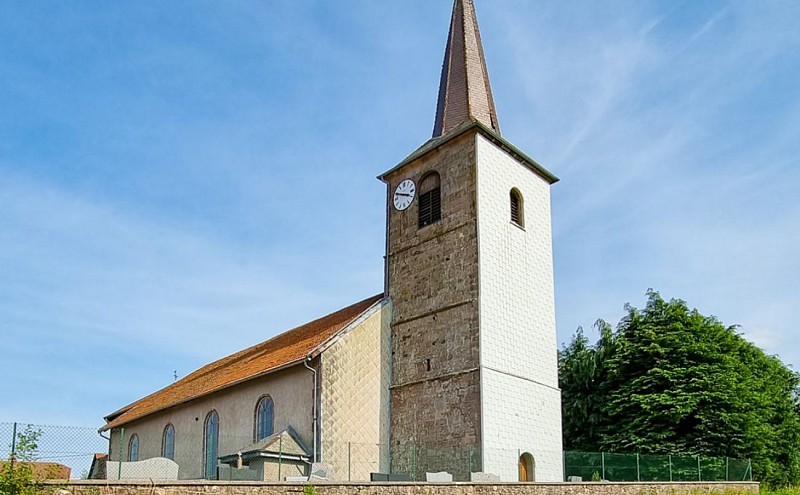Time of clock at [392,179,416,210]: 3:48
